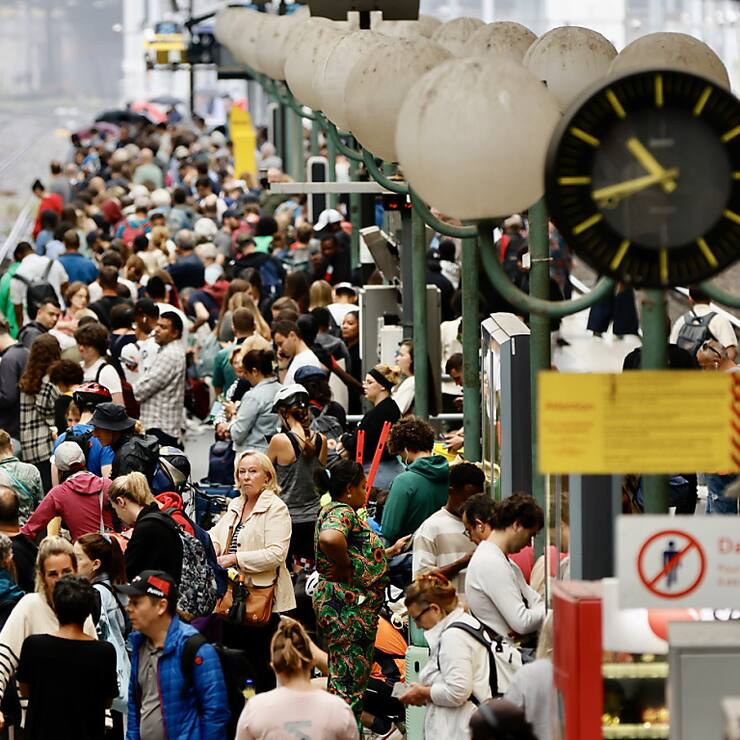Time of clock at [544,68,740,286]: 10:42
